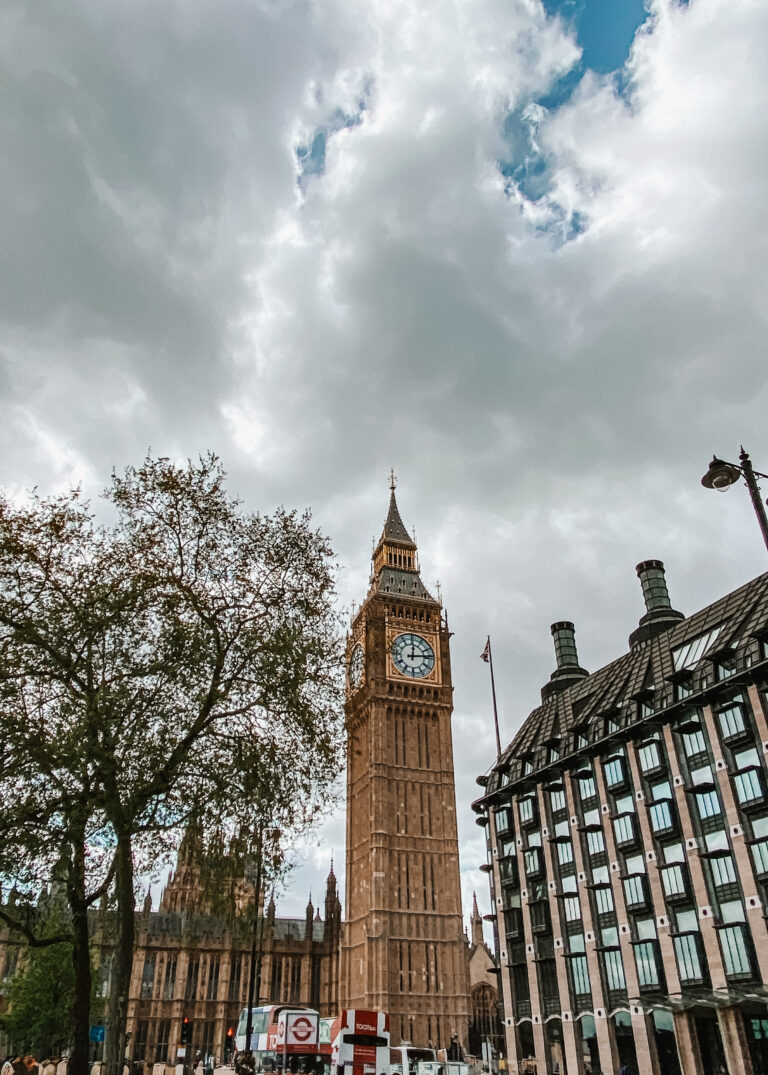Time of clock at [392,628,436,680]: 12:13
